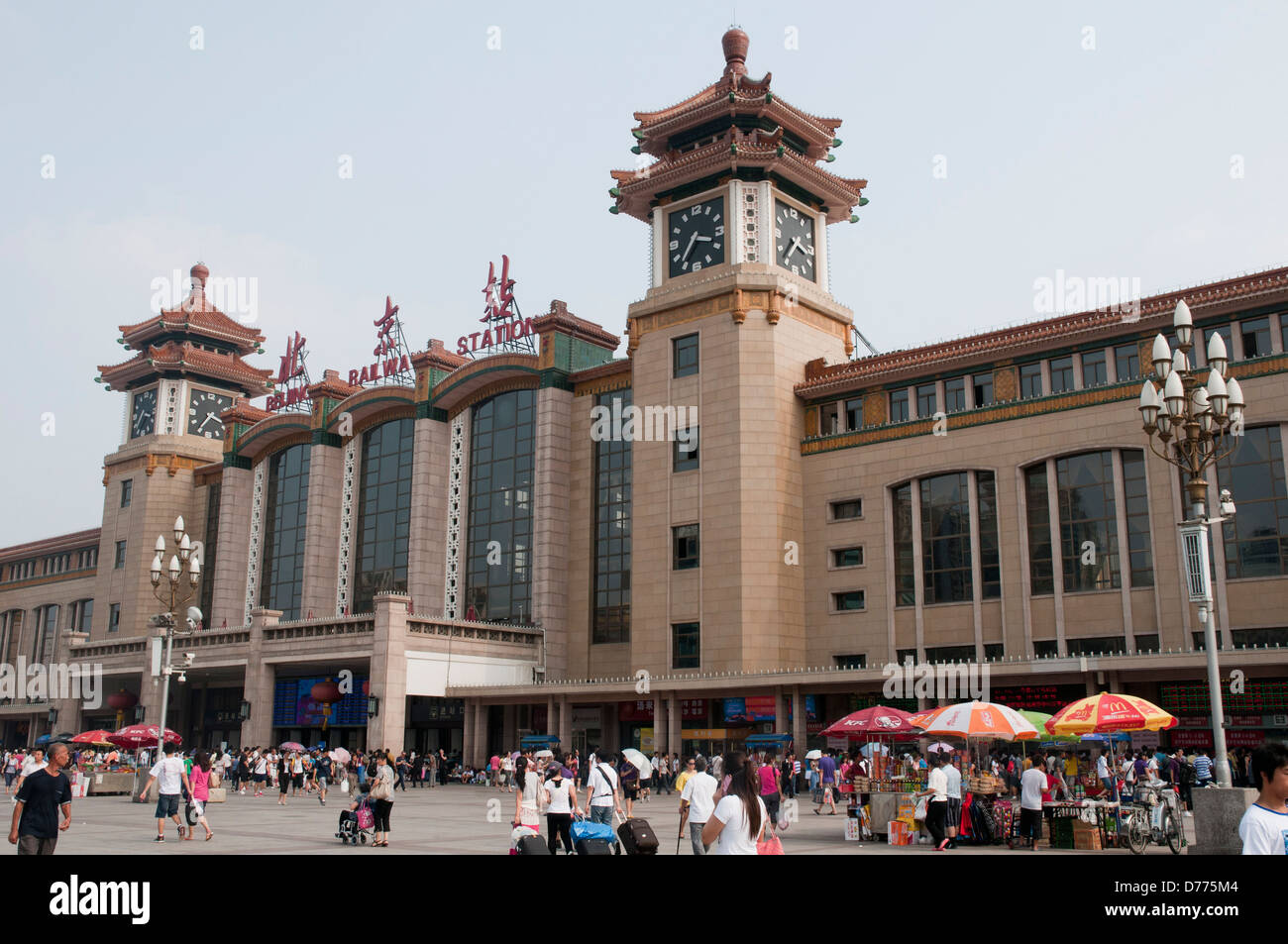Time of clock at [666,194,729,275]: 3:36
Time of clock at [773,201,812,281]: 3:36
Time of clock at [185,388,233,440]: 3:36
